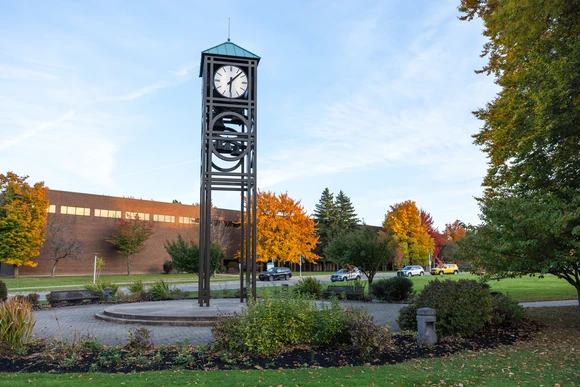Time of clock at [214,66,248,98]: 6:07
